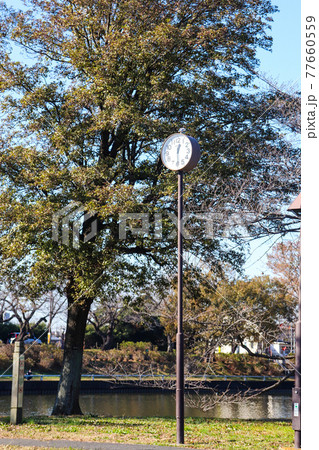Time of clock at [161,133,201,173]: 12:29
